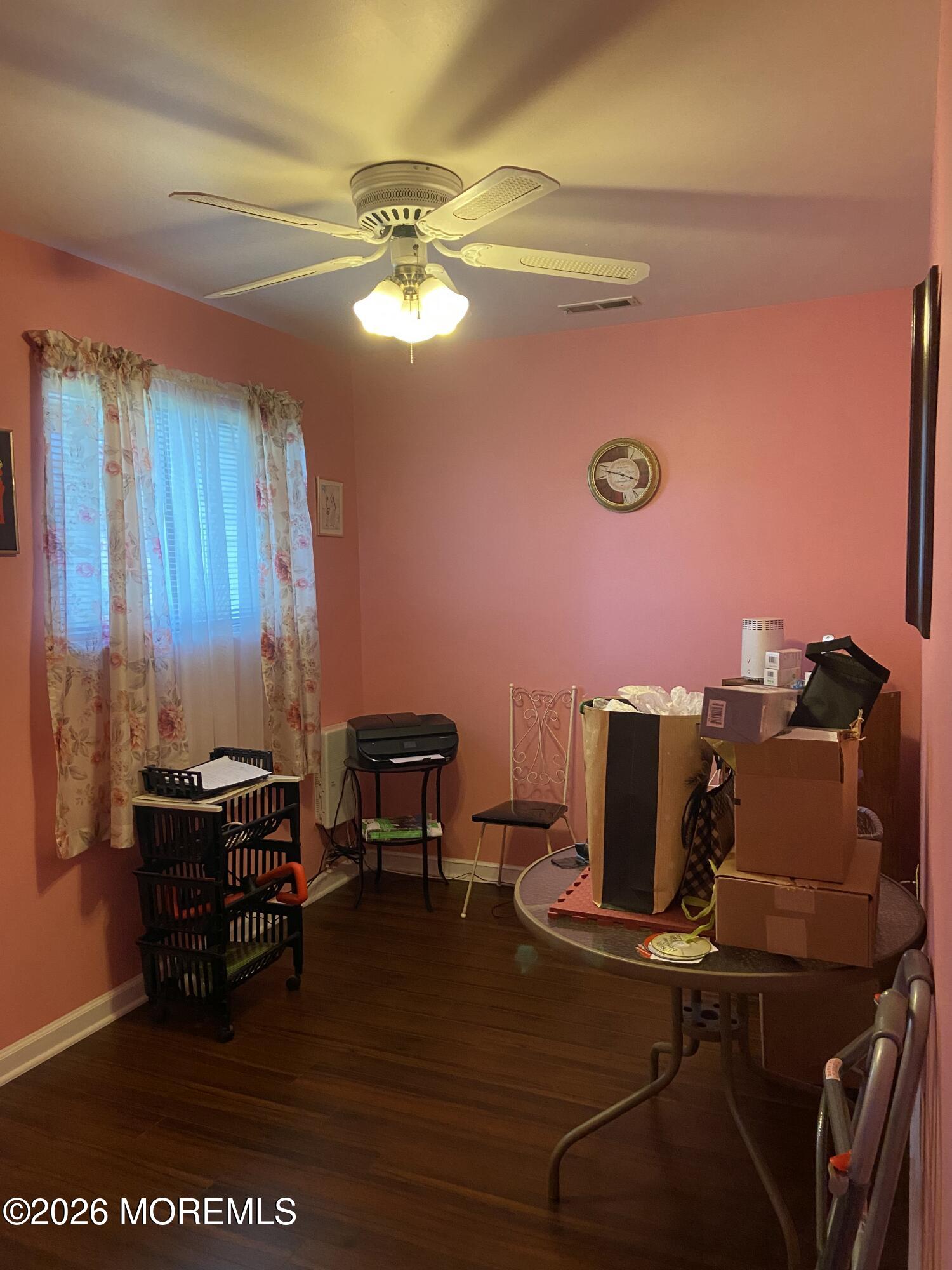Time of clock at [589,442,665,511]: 3:47
